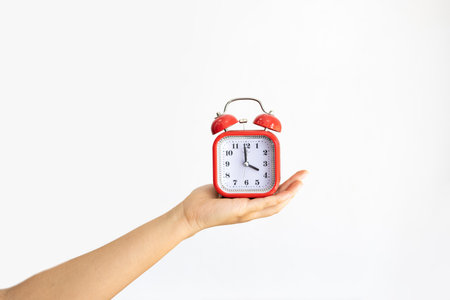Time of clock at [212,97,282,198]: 3:59
